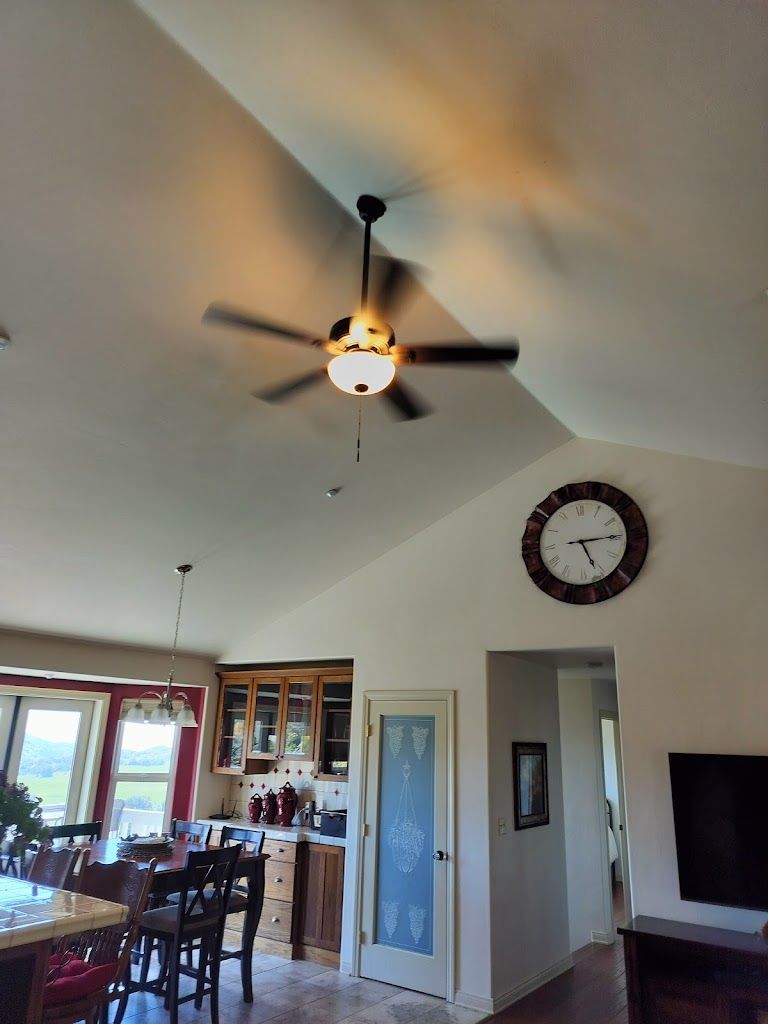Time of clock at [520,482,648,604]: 5:14
